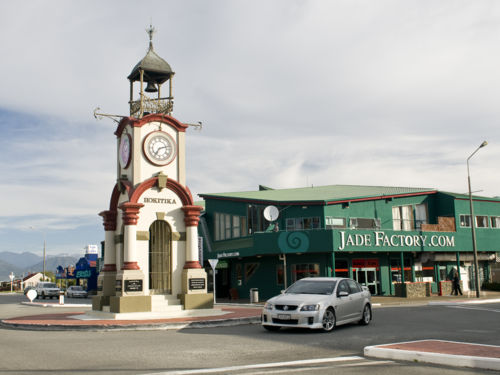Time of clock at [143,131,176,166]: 7:12
